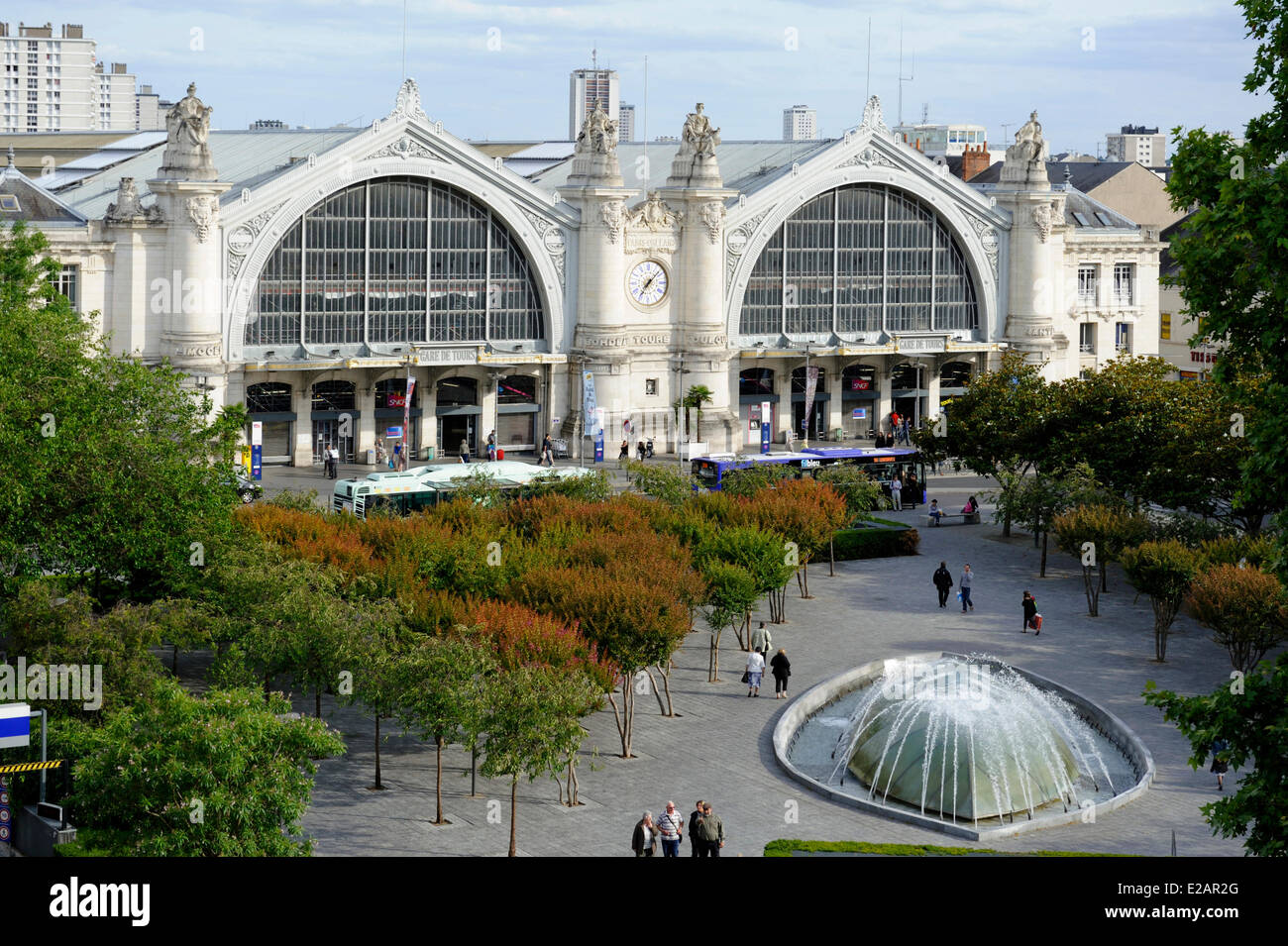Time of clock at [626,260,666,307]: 7:07
